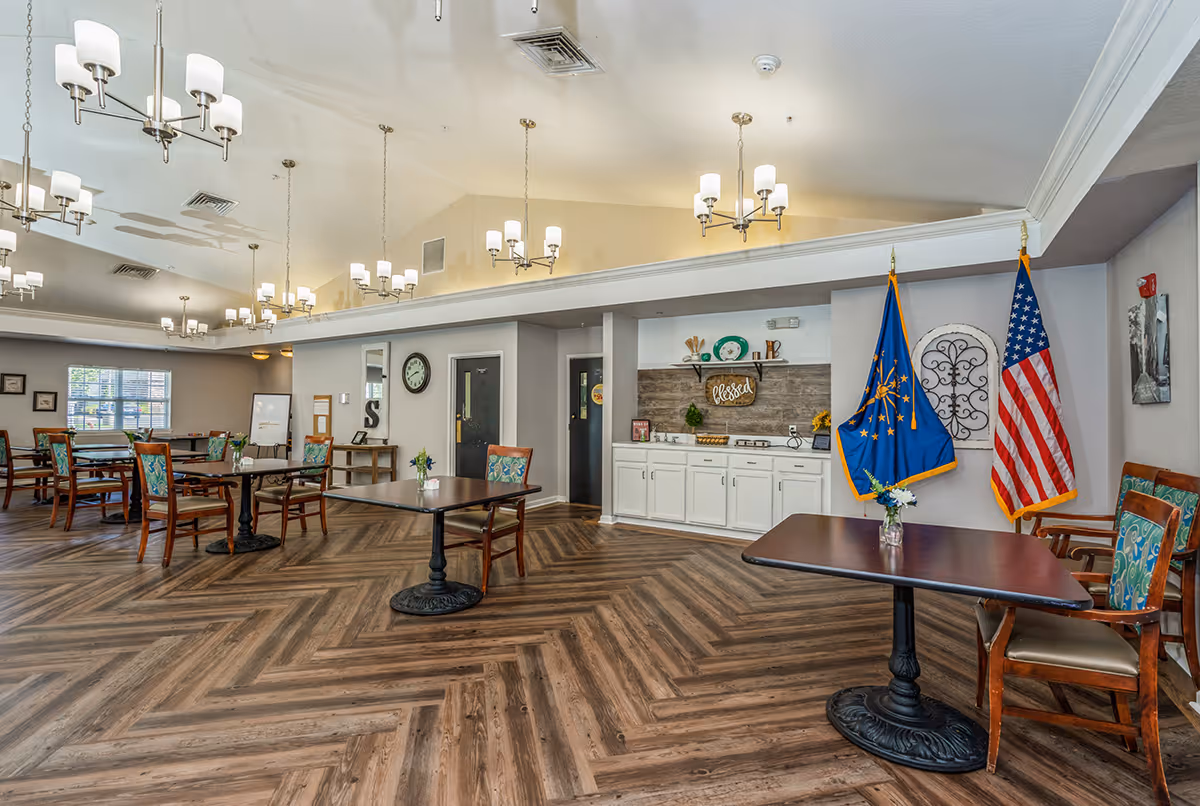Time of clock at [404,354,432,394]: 2:40
